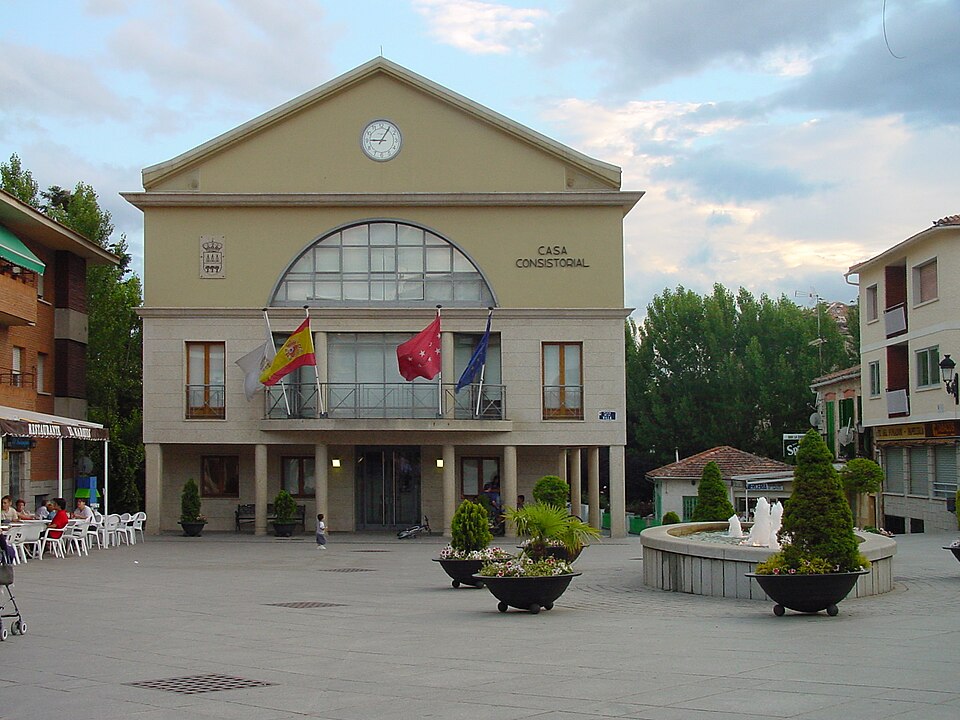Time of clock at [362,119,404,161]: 9:05
